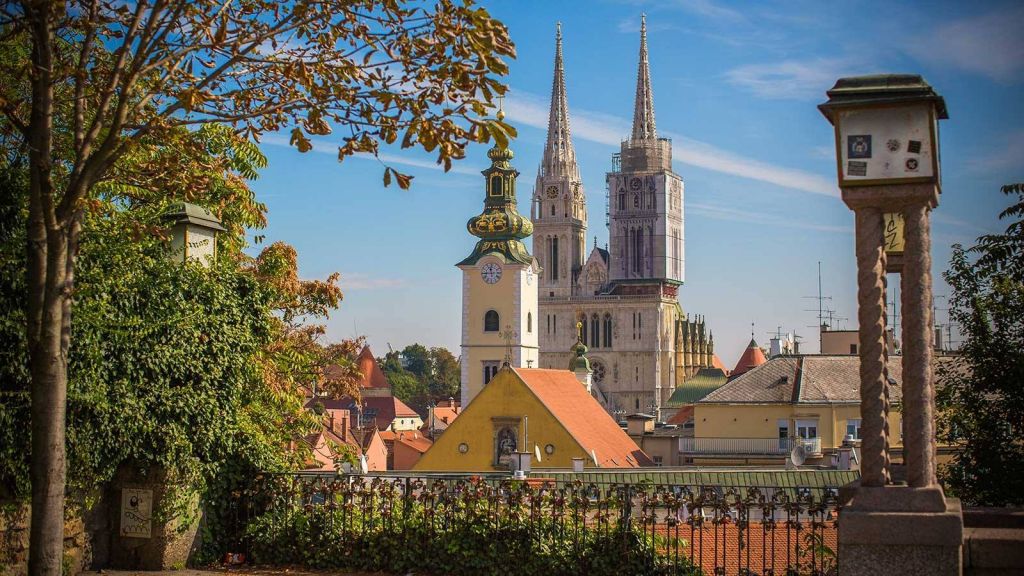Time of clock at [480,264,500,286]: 11:44
